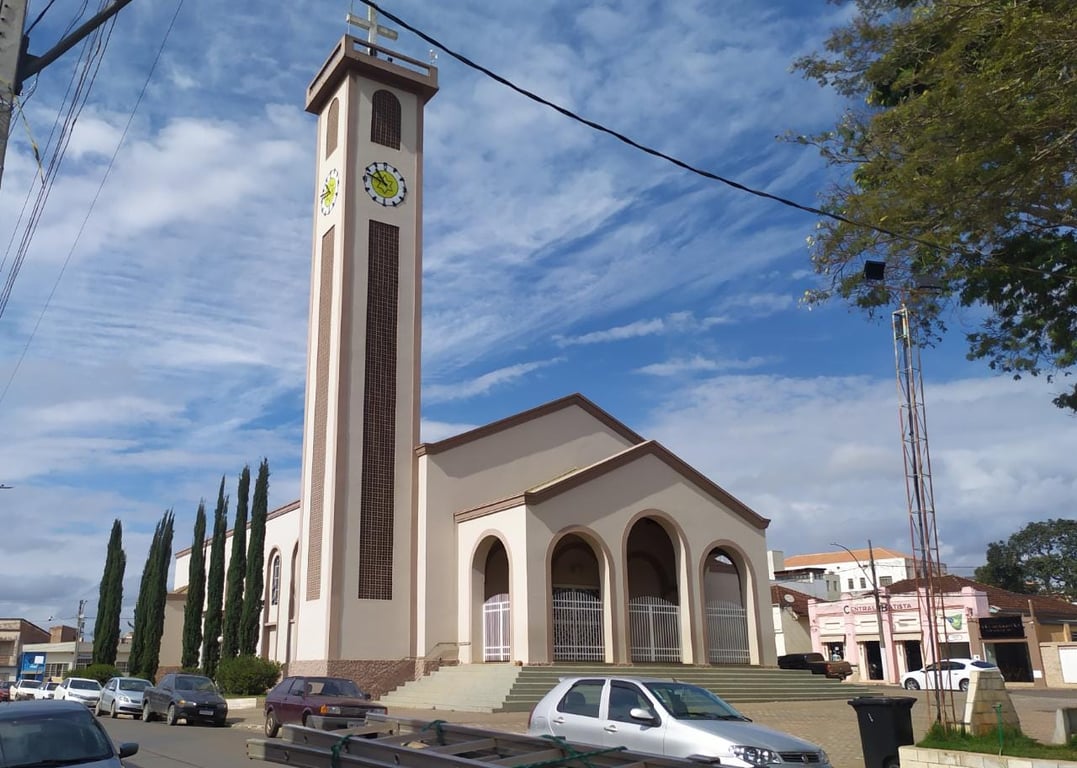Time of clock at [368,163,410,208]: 10:48
